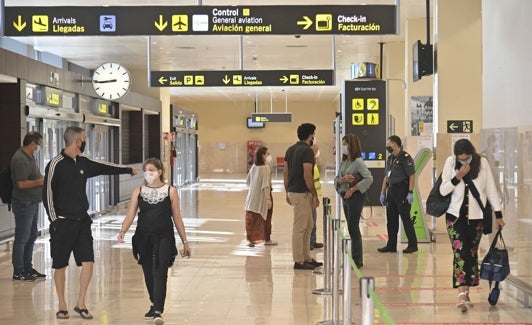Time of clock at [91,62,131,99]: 8:44
